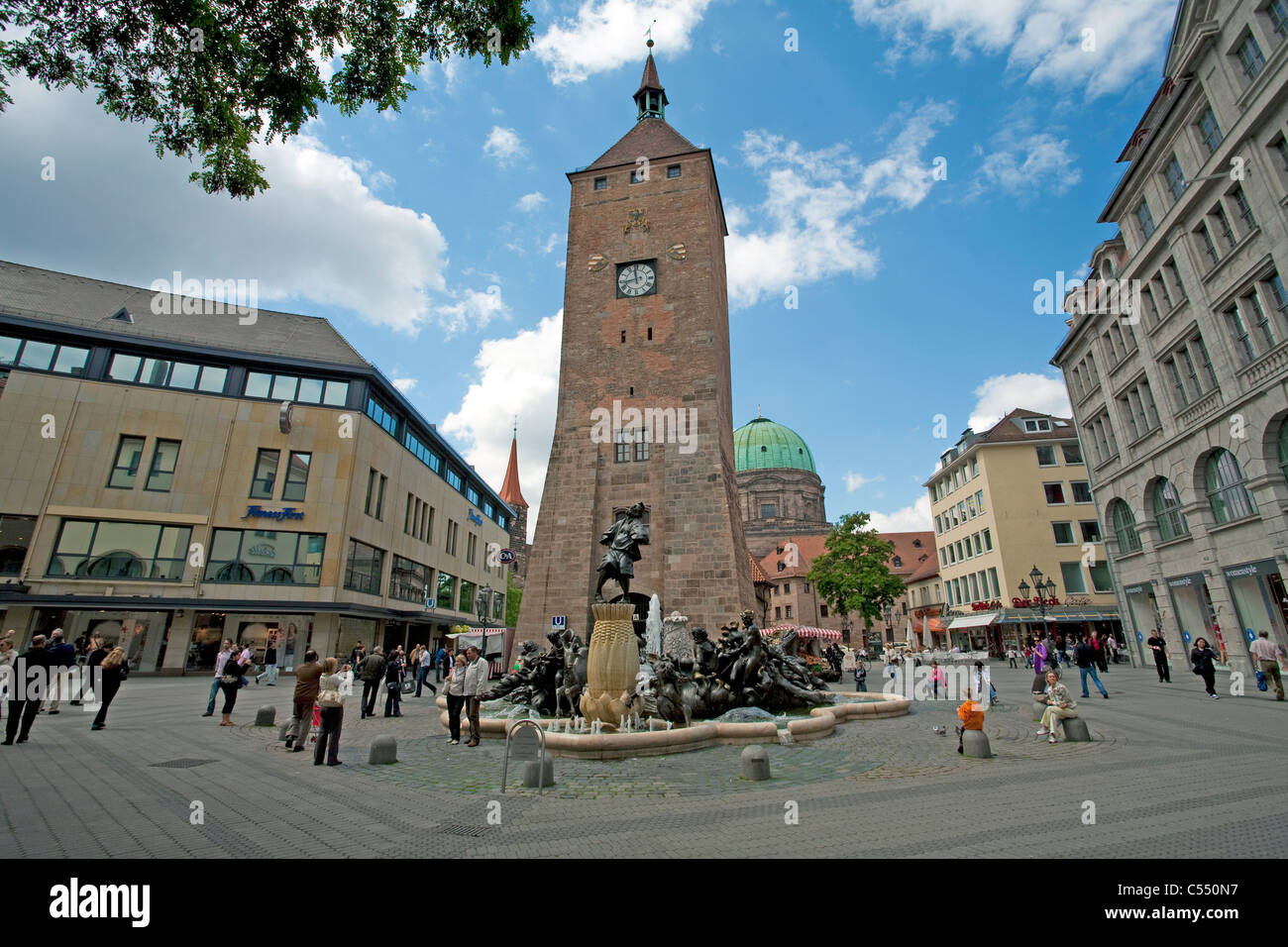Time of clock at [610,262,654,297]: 11:43
